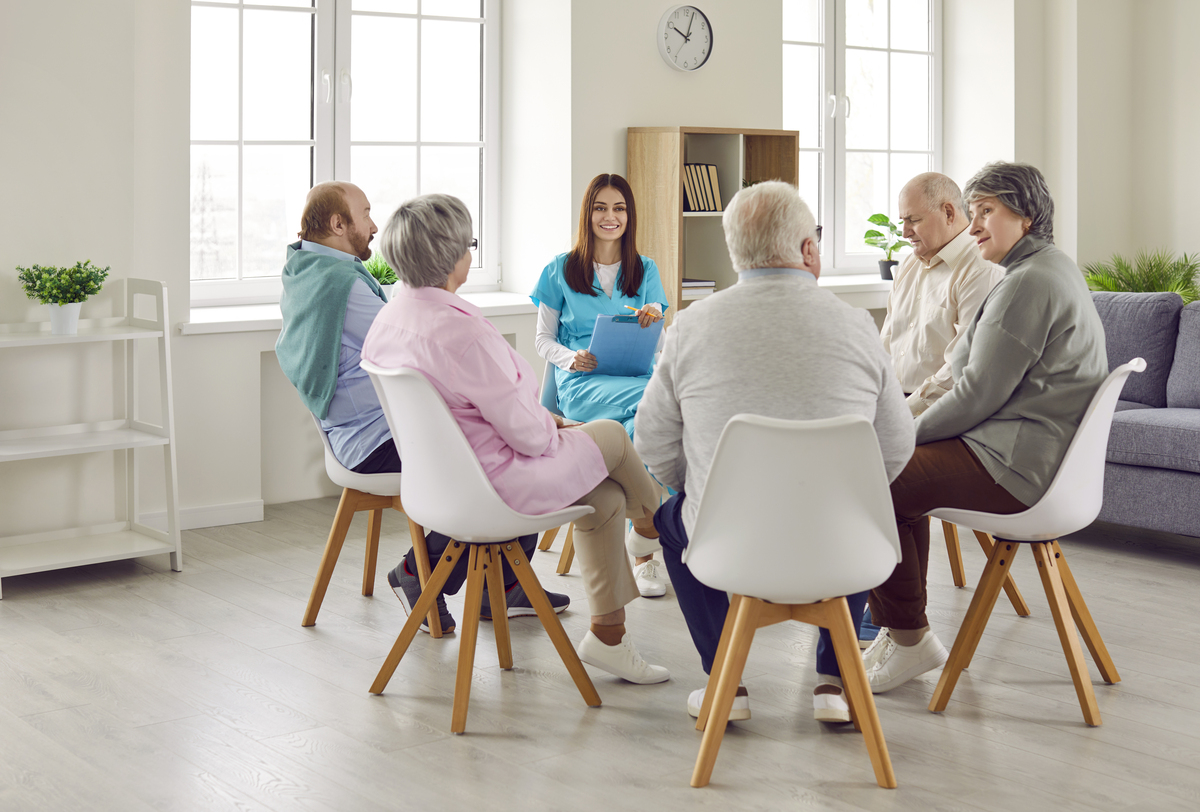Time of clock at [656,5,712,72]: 10:03
